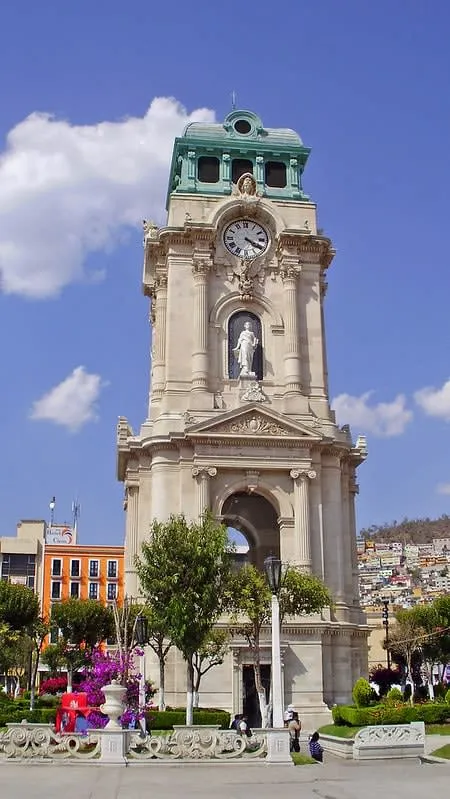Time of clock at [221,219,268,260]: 4:19
